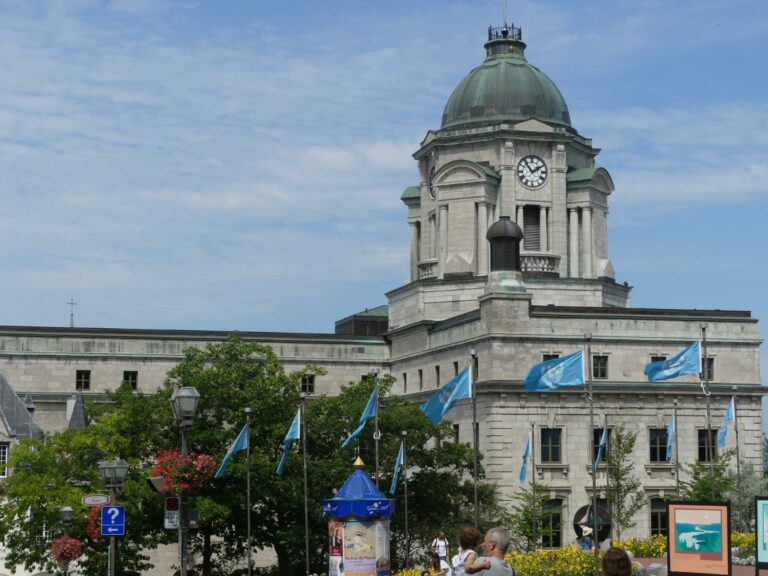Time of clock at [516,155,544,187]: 1:53
